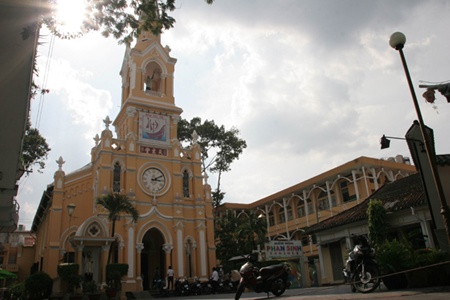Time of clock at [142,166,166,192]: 3:09
